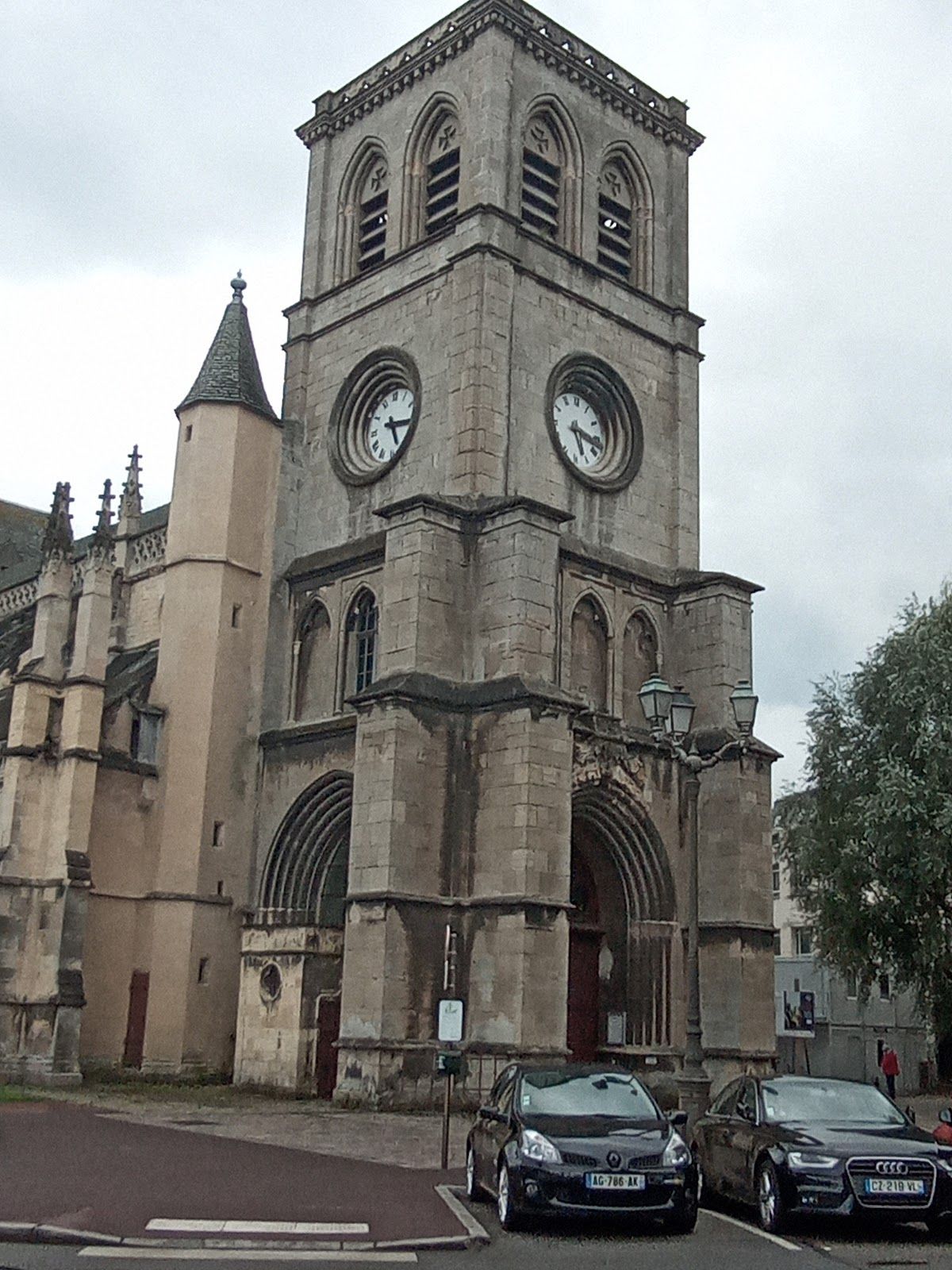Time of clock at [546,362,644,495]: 5:17
